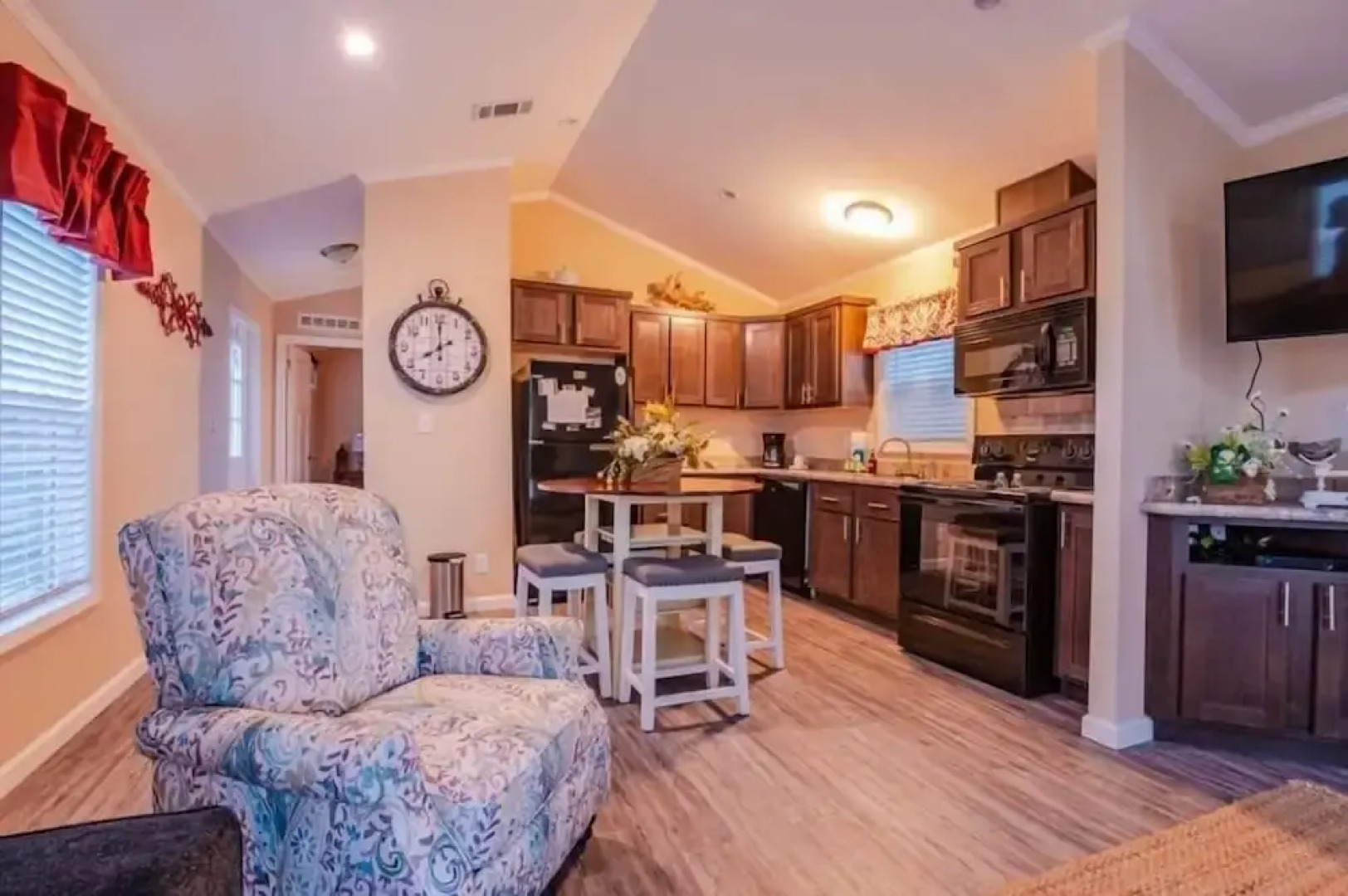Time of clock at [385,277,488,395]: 7:59
